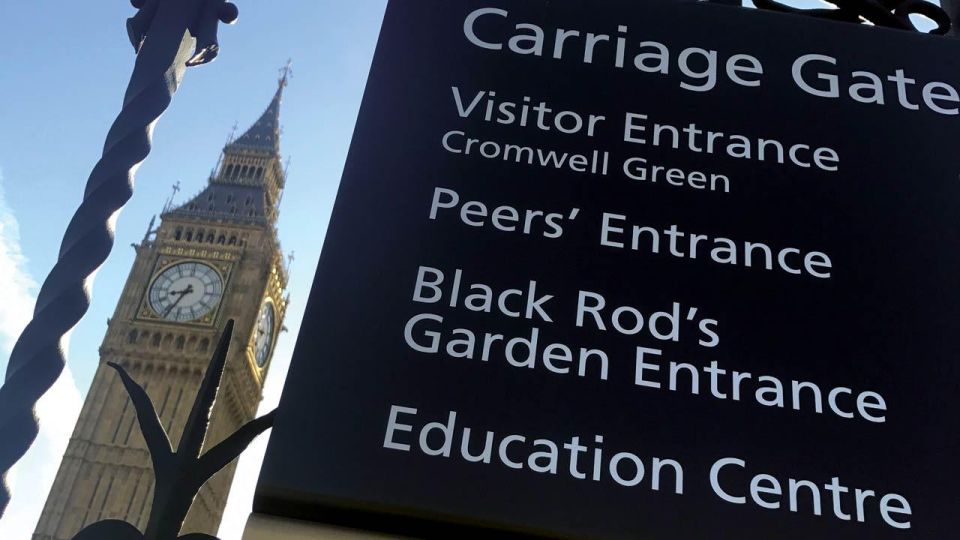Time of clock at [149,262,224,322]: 8:34
